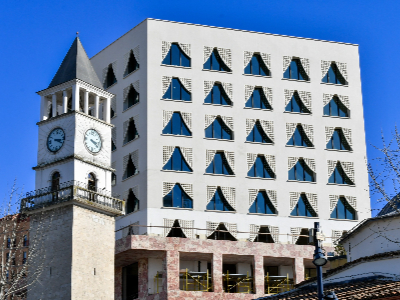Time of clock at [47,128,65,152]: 3:19
